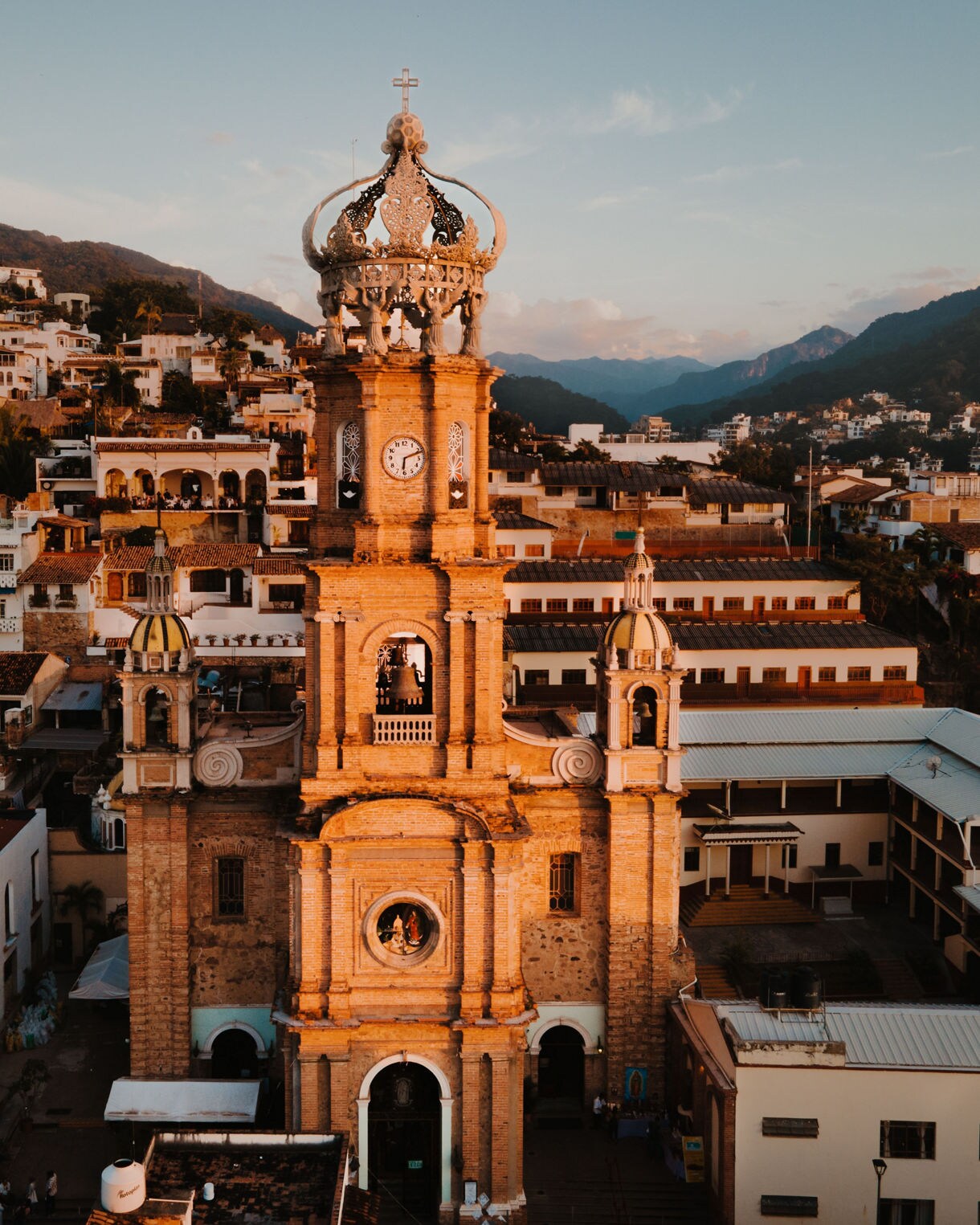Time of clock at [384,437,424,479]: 6:11
